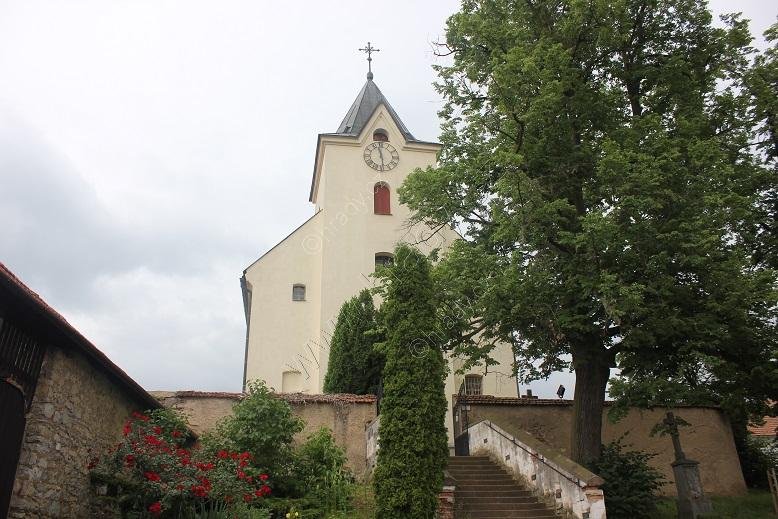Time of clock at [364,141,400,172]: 11:28
